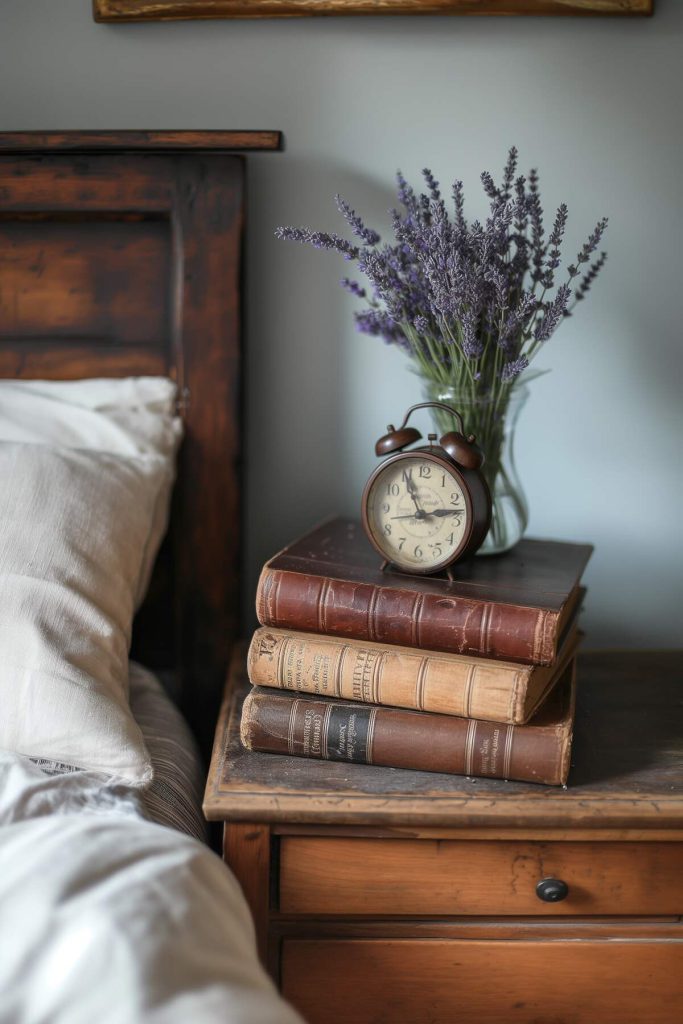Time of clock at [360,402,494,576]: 11:13
